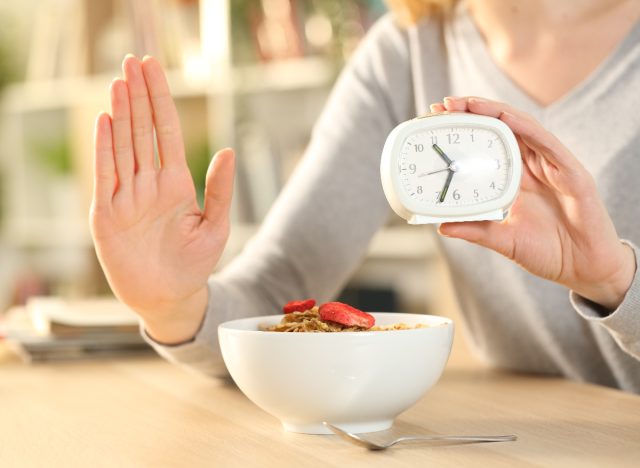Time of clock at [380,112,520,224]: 10:33
